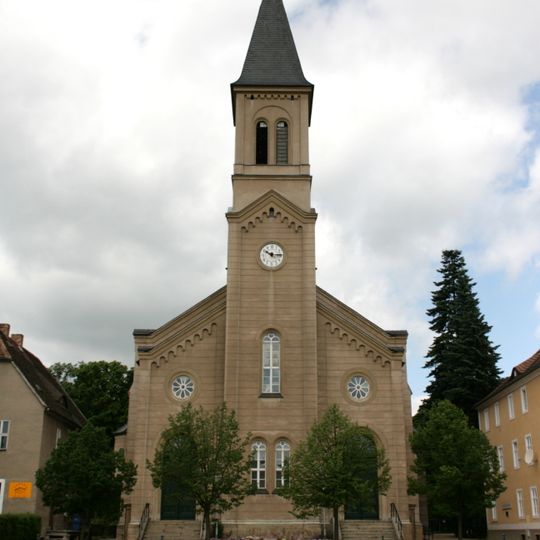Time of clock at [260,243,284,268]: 10:14
